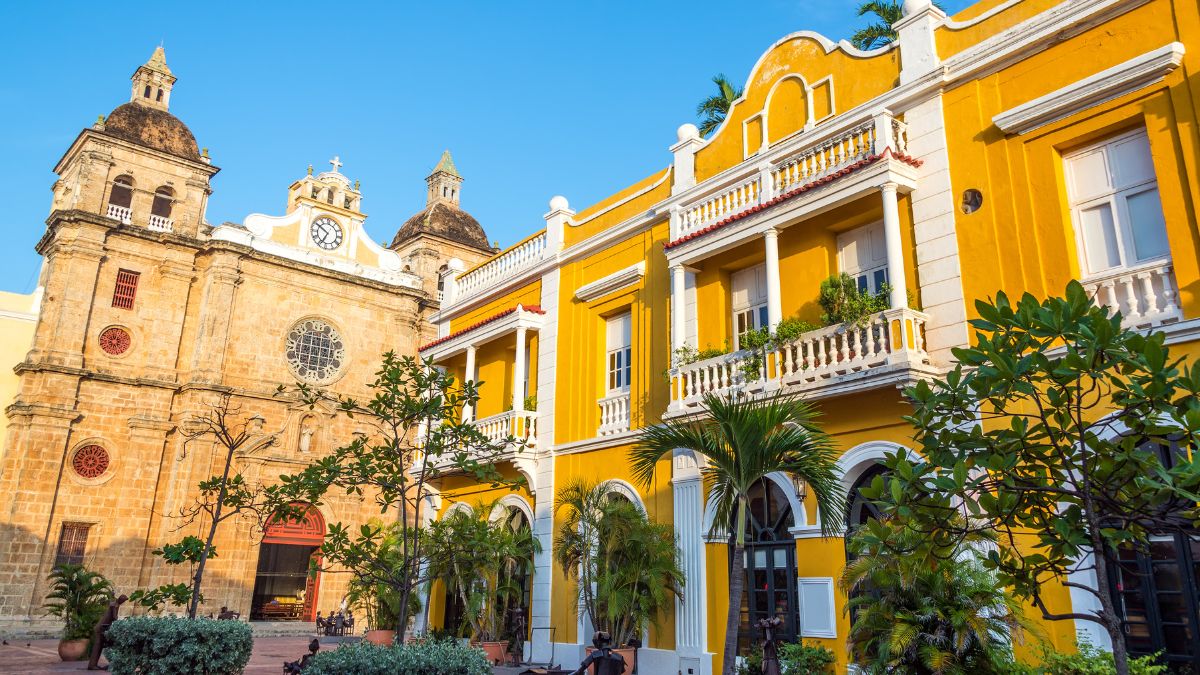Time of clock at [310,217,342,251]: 6:50
